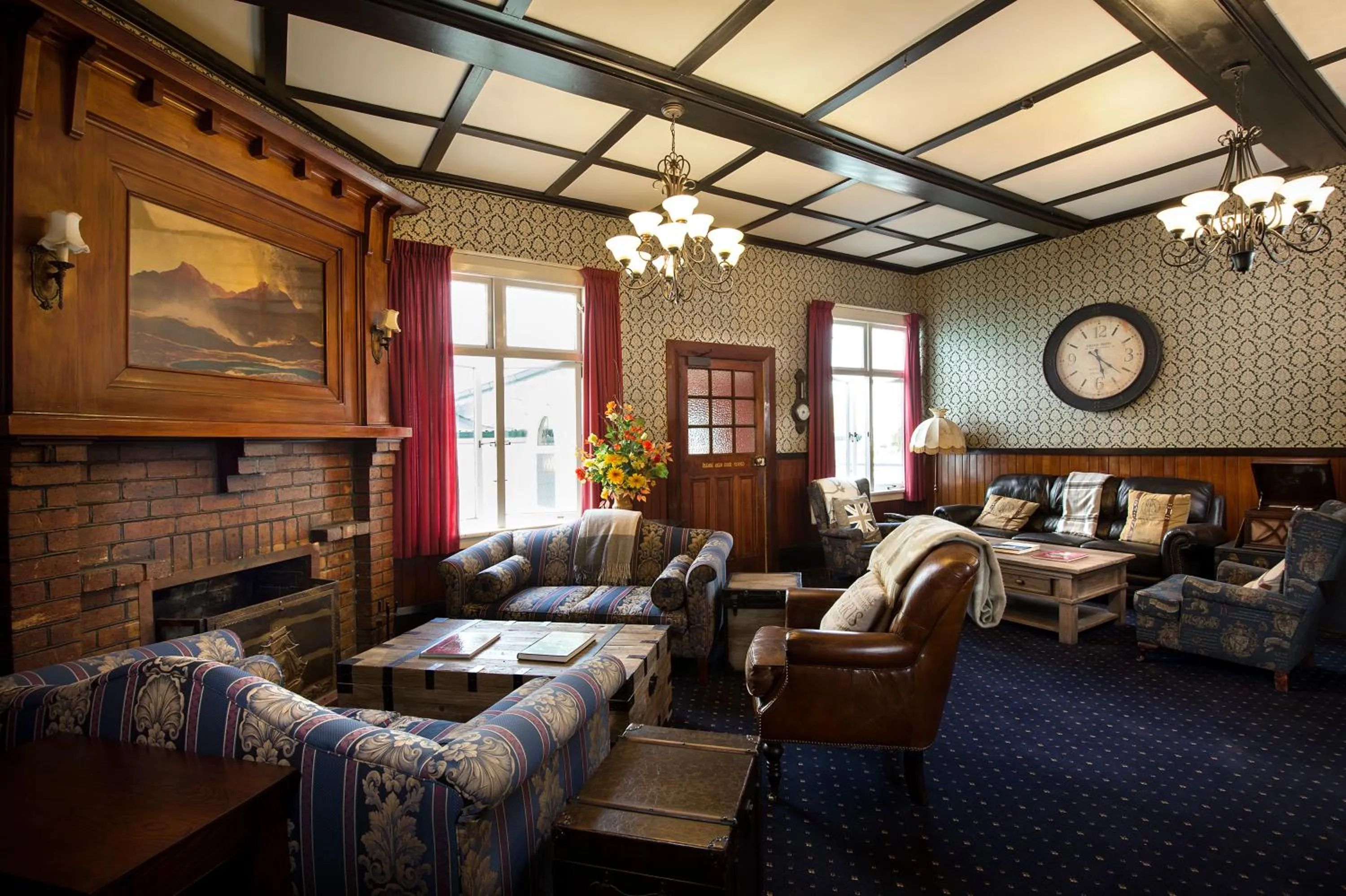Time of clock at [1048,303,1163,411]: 5:21
